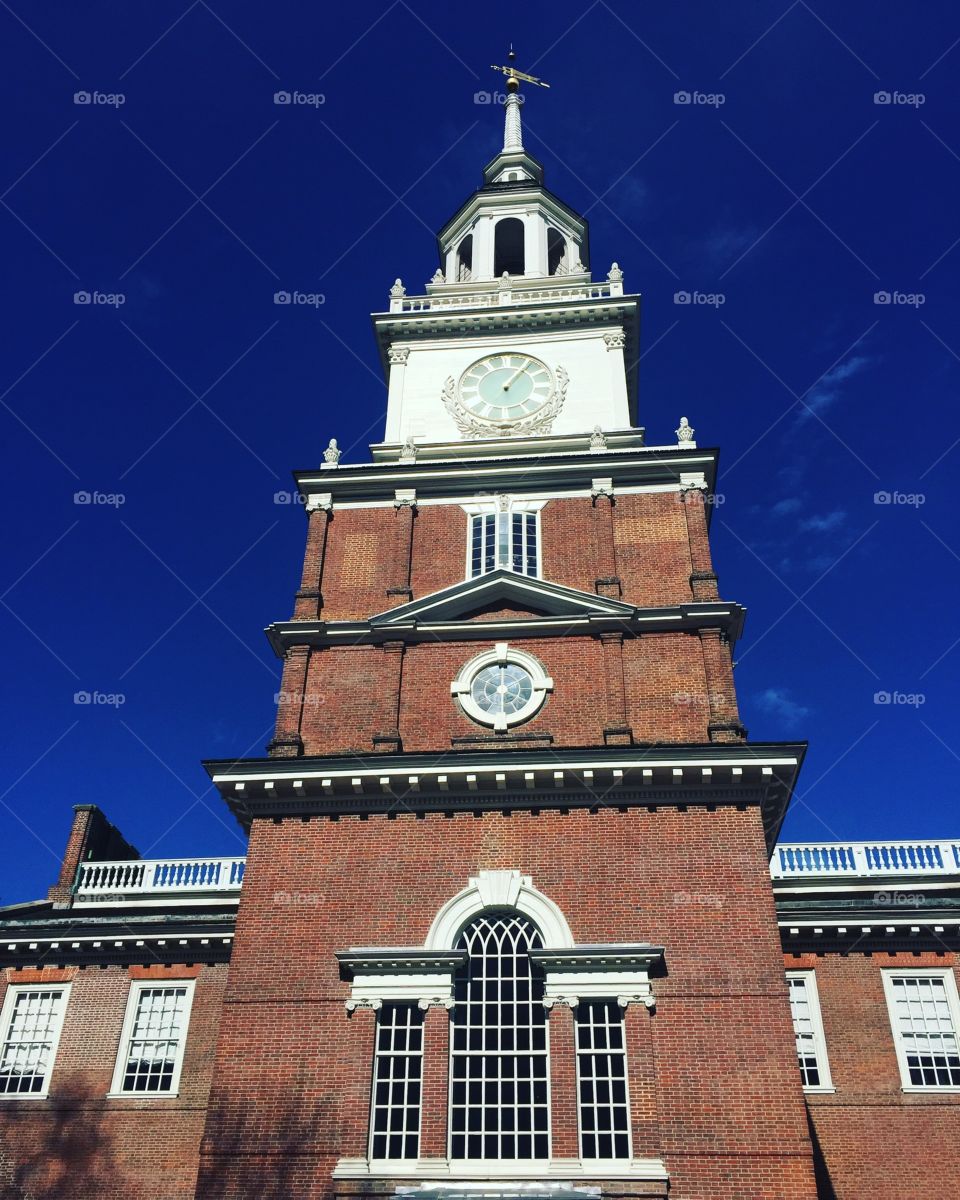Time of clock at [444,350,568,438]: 1:05
